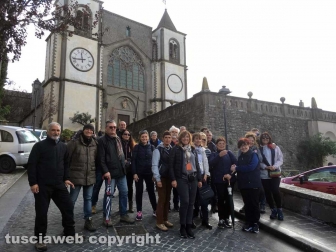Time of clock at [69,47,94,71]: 11:43
